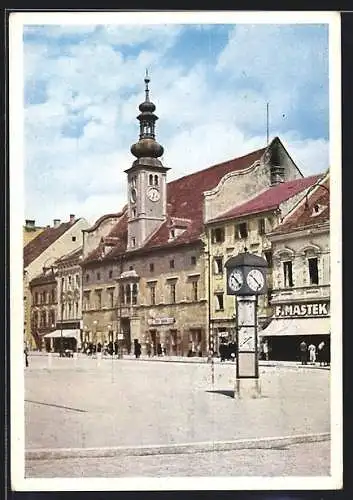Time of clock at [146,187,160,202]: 6:32
